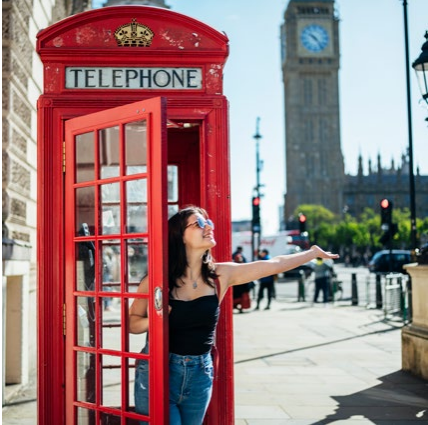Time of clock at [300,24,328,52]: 10:23
